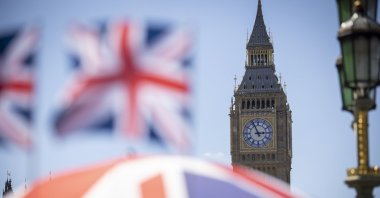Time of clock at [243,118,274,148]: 2:56
